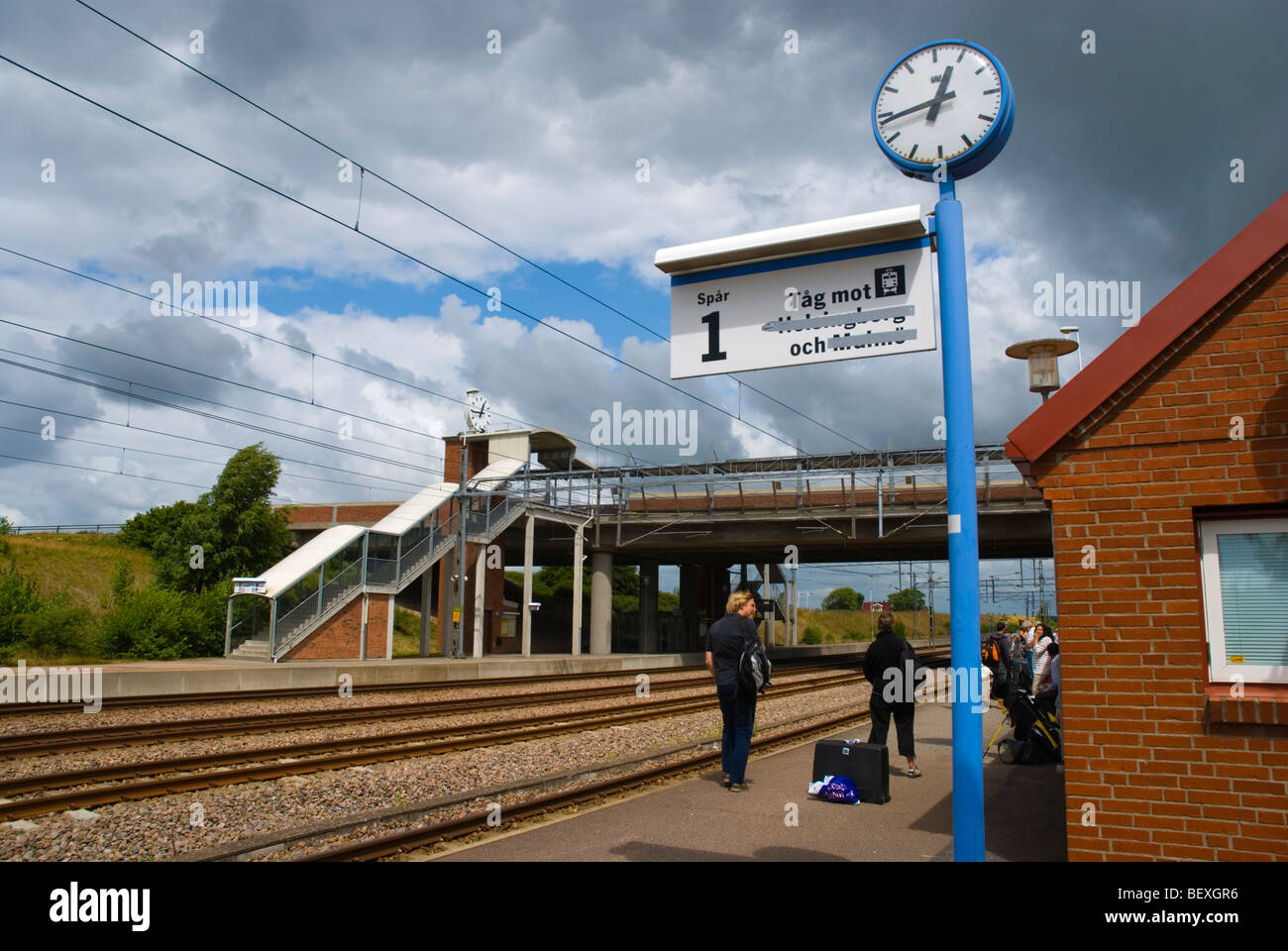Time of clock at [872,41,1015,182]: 12:43
